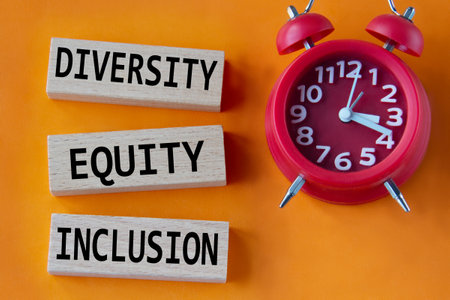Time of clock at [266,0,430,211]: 3:18
